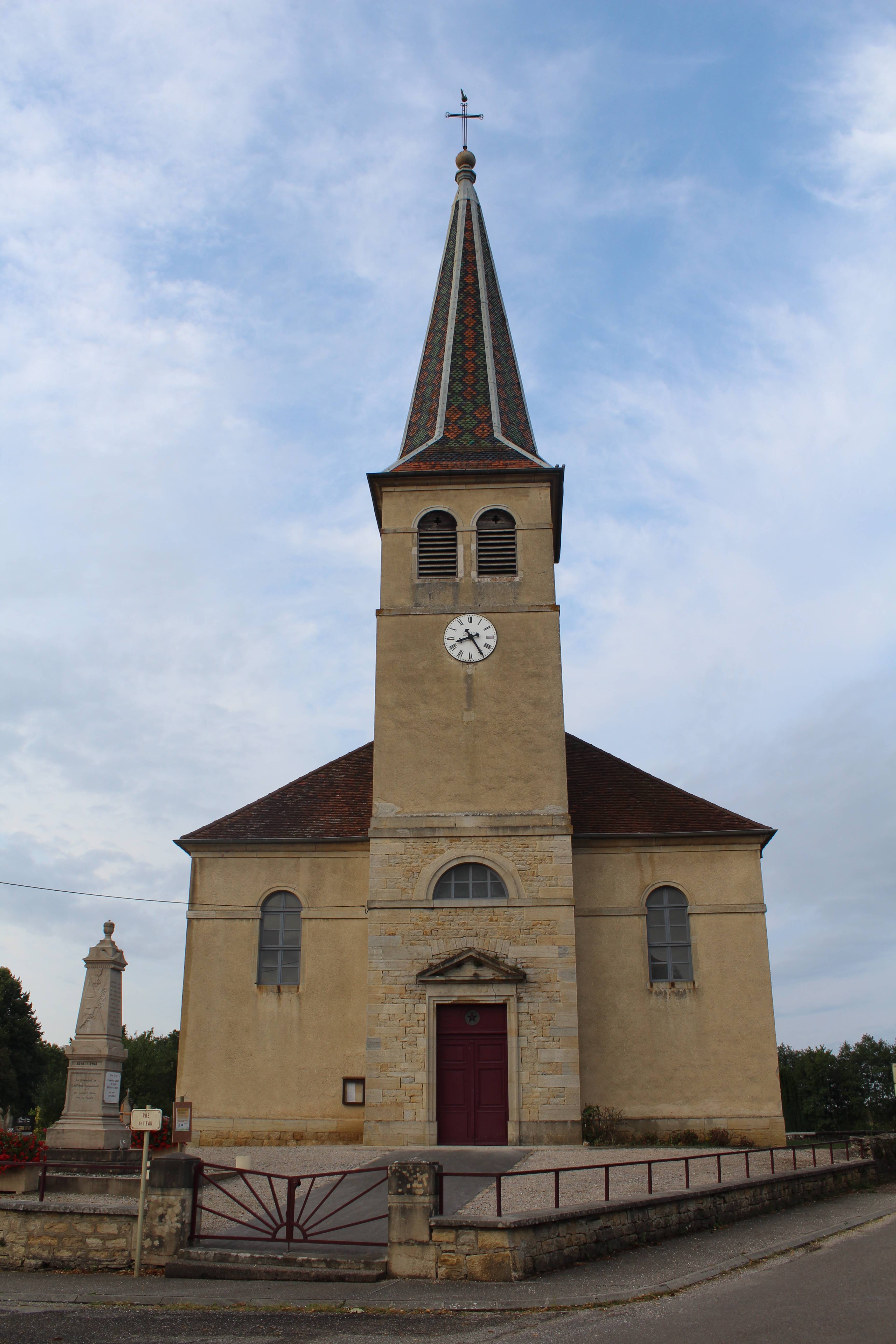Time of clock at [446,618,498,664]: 8:24
